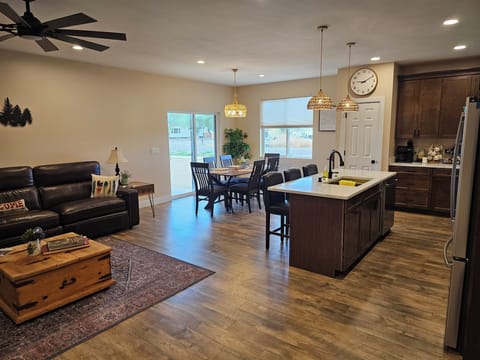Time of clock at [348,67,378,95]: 9:10
